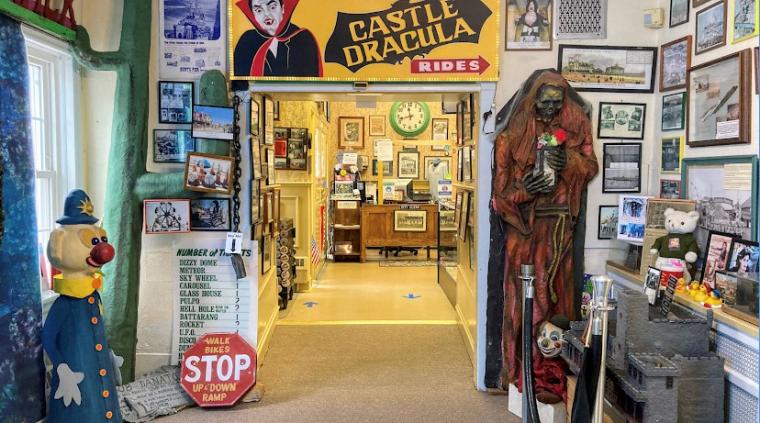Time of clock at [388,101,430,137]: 11:42
